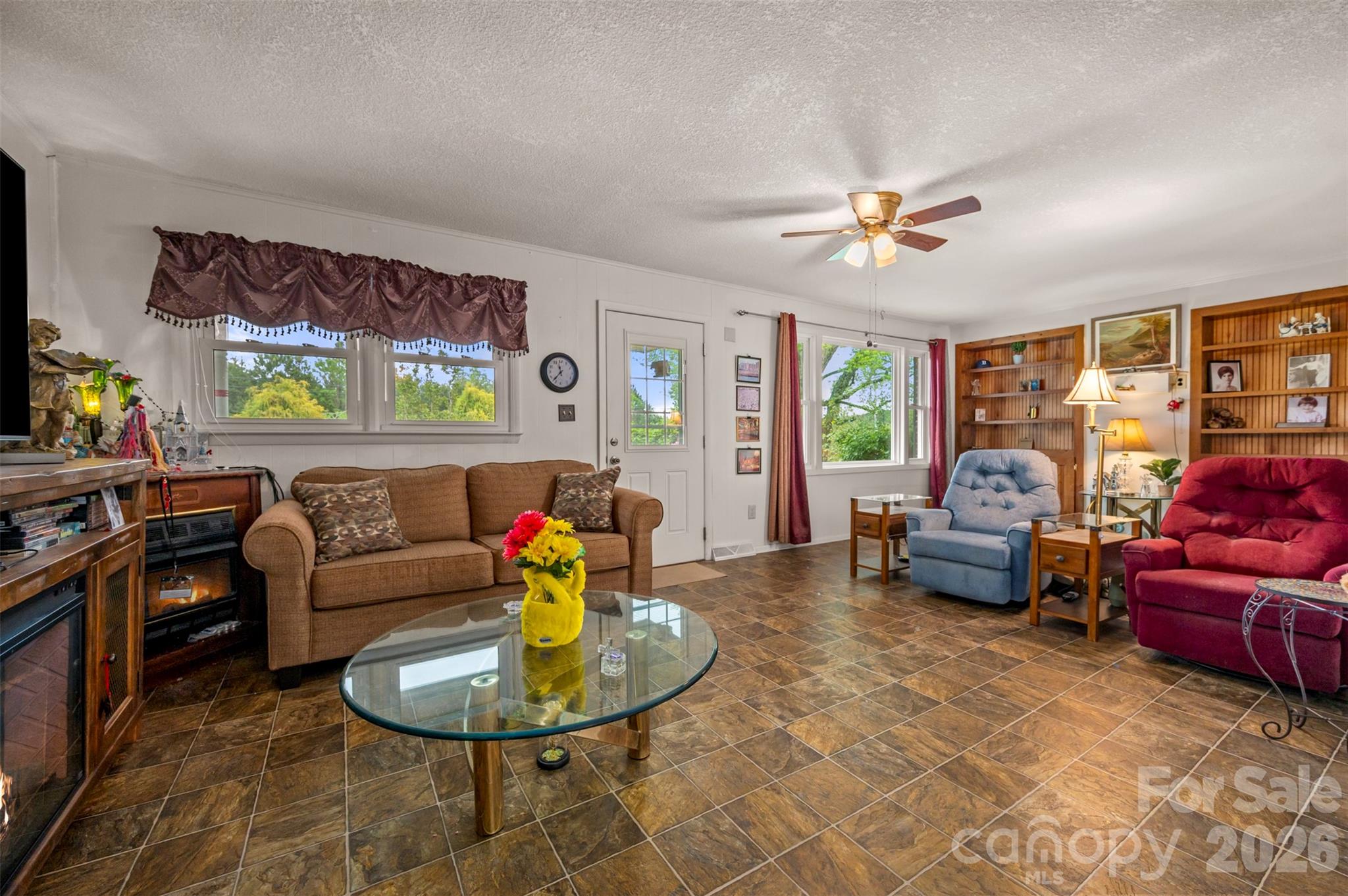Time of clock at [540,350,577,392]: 11:36
